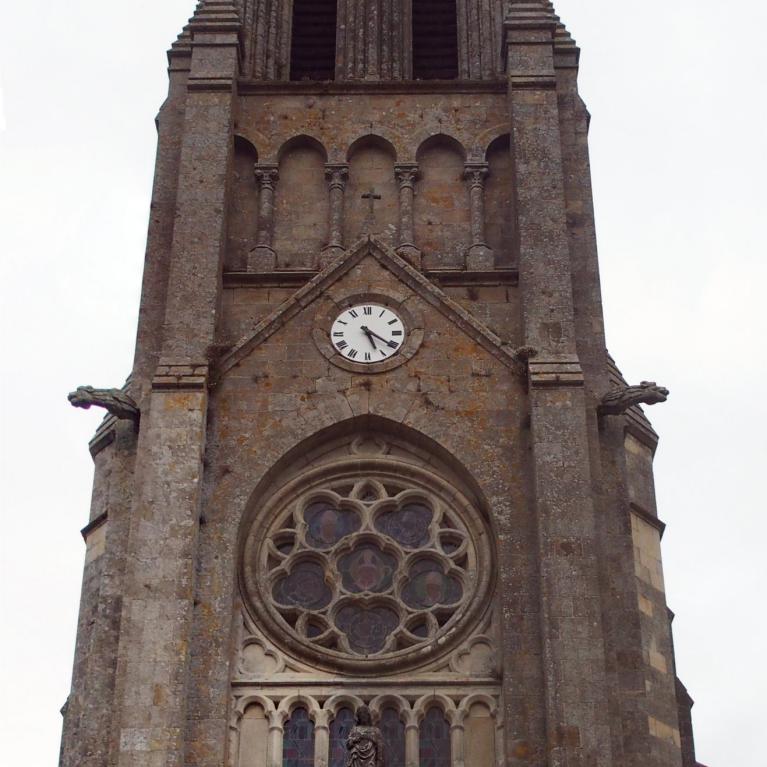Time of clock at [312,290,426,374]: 5:21
